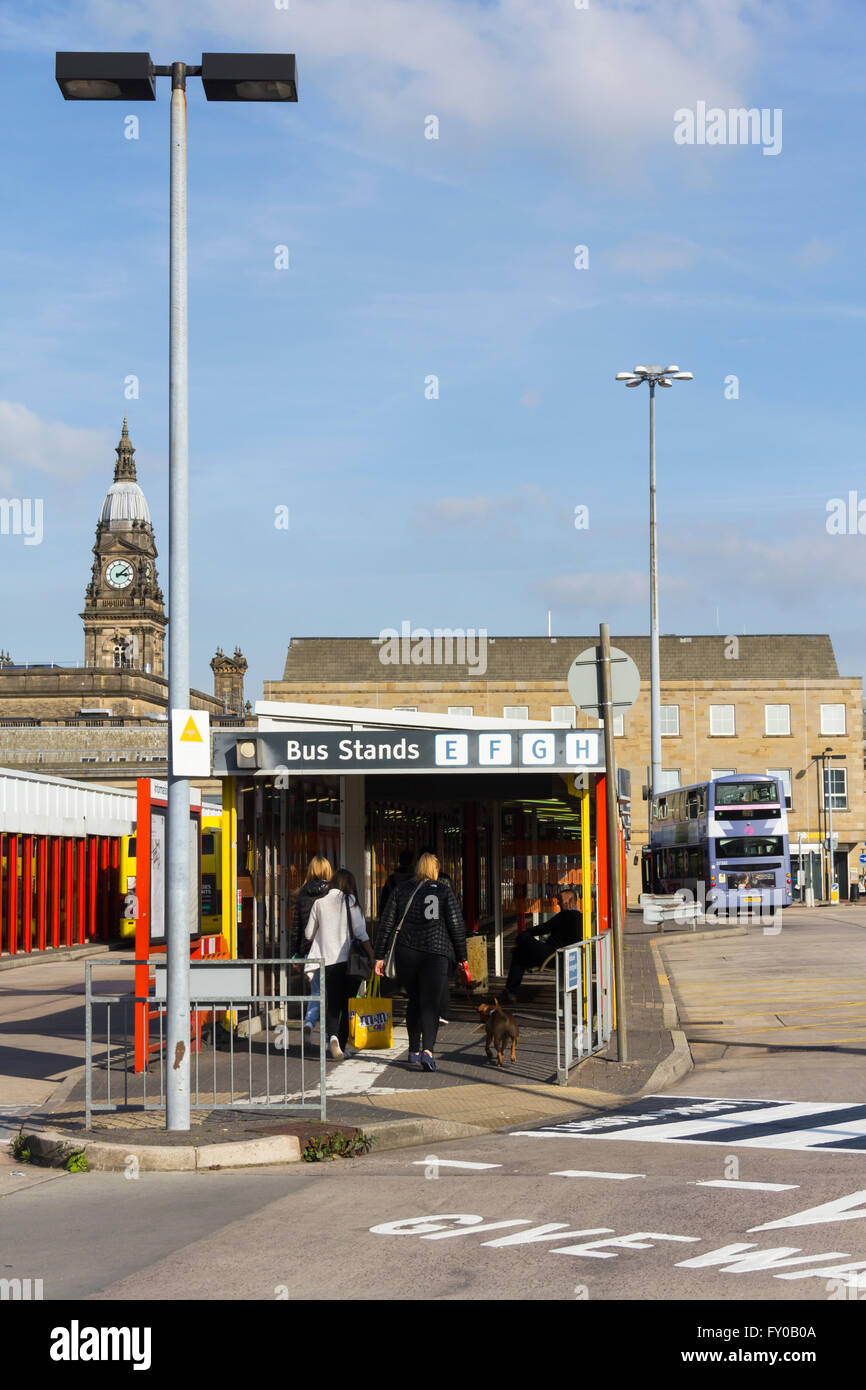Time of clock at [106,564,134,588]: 3:08
